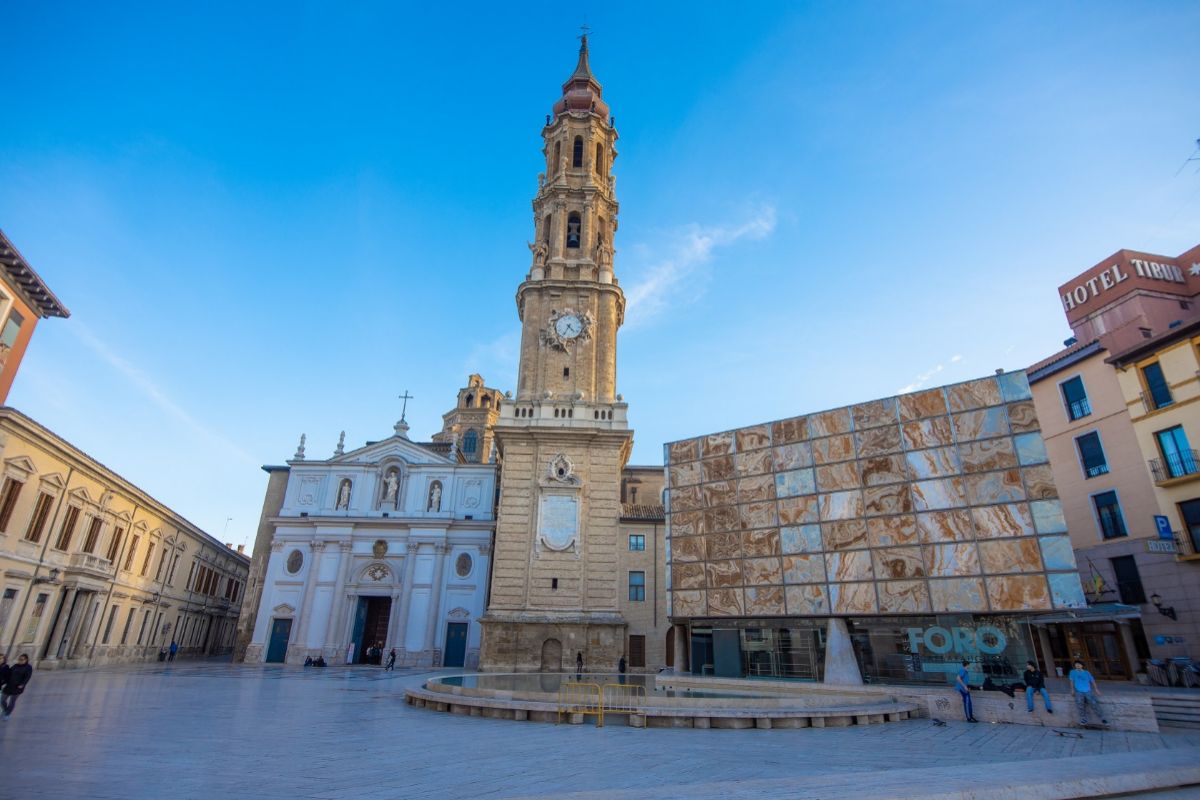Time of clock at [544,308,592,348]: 4:35
